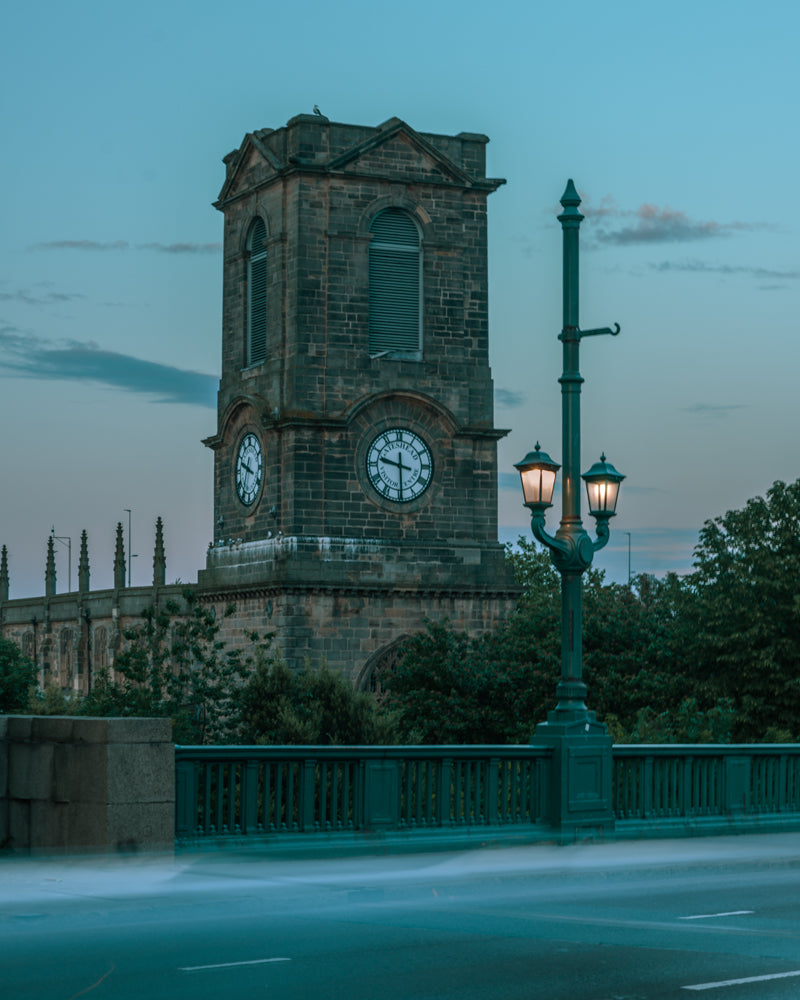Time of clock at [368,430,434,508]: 9:29
